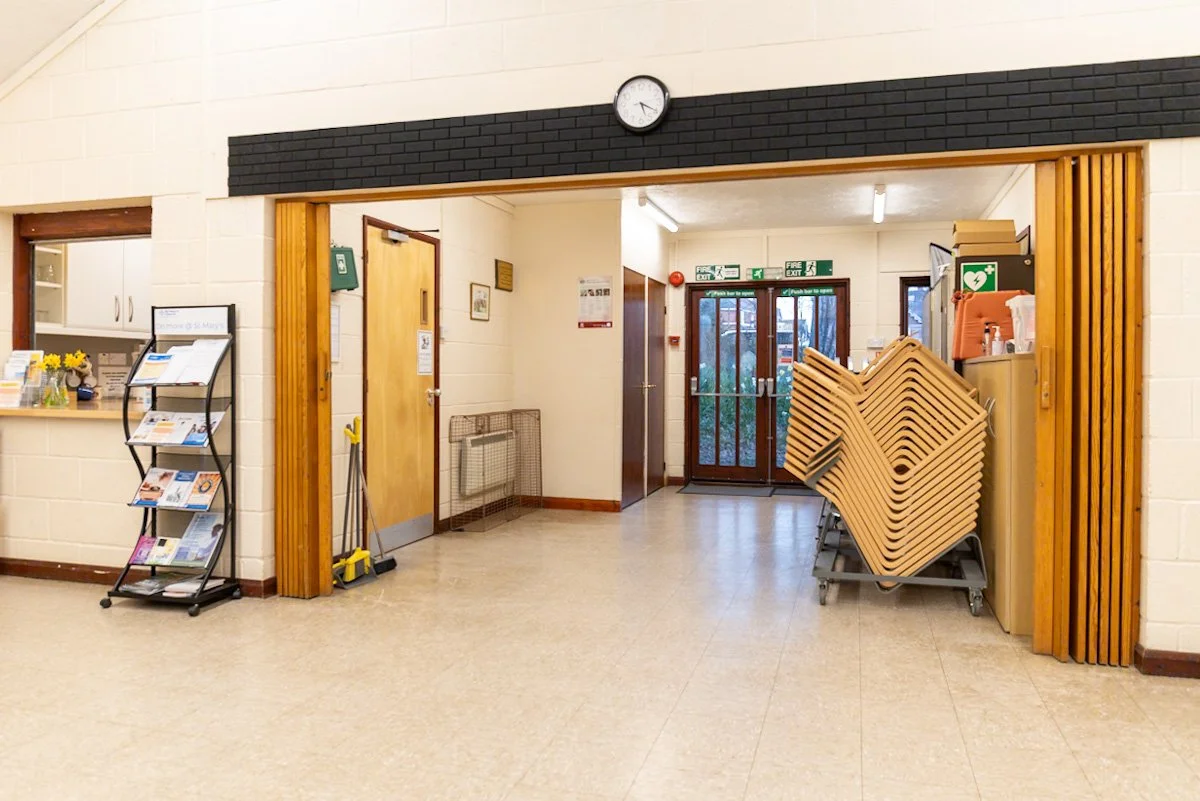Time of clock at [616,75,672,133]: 5:20
